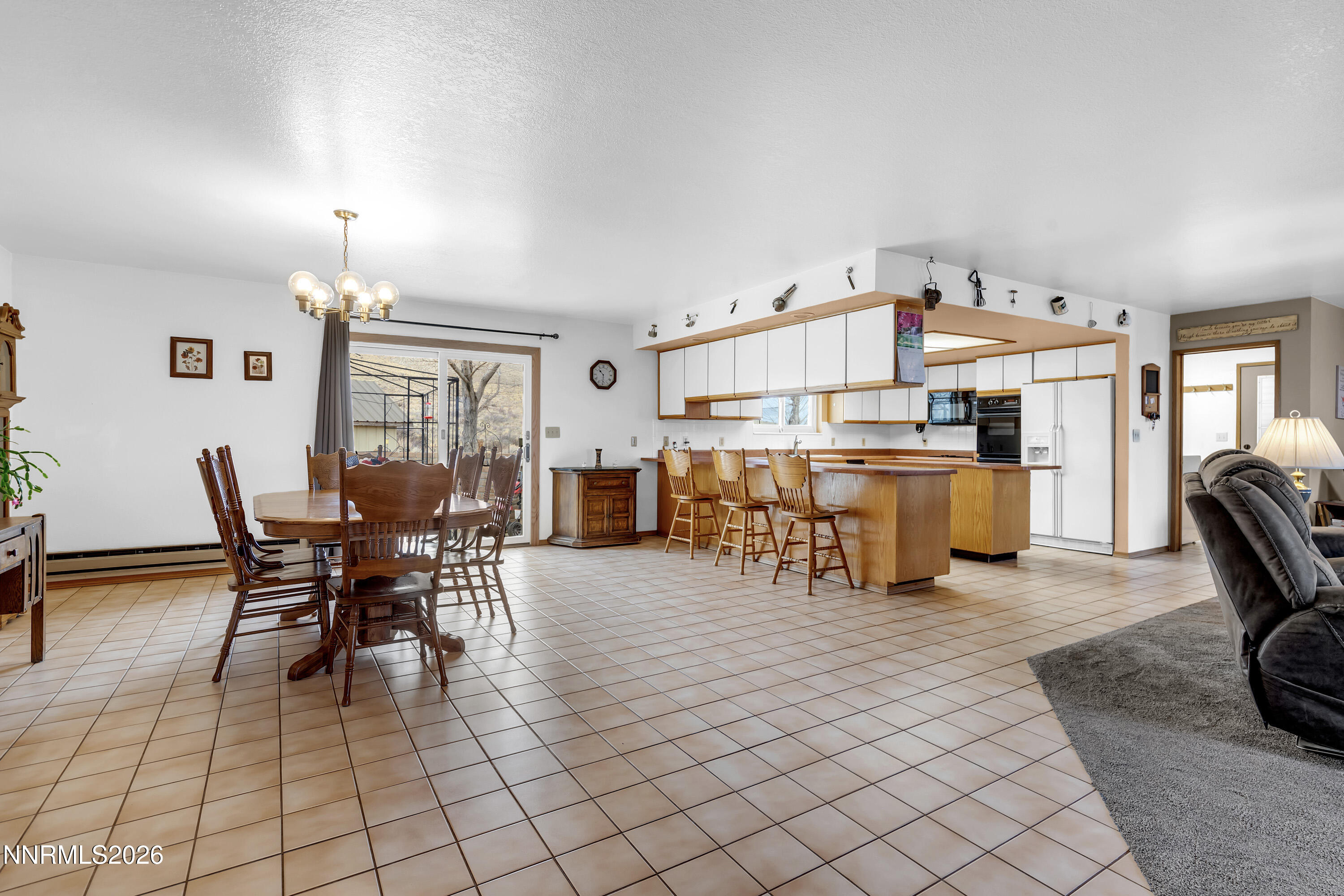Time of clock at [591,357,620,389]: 10:30
